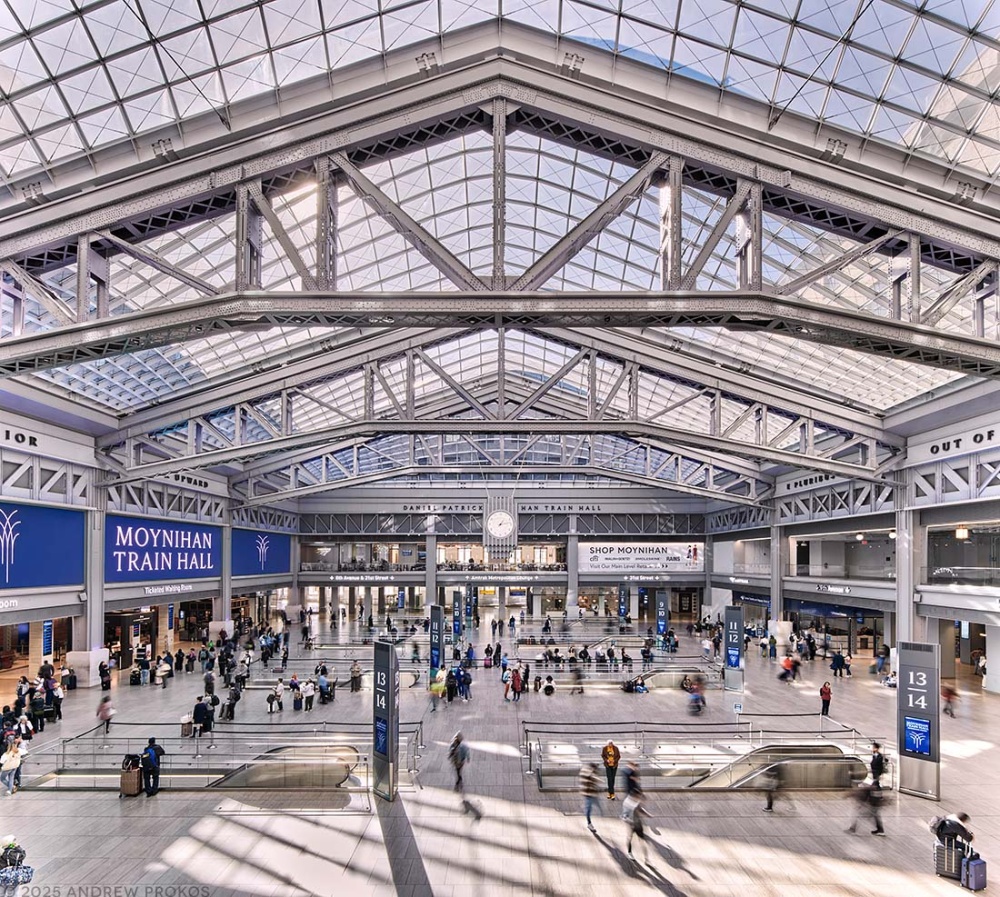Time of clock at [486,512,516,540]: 1:13
